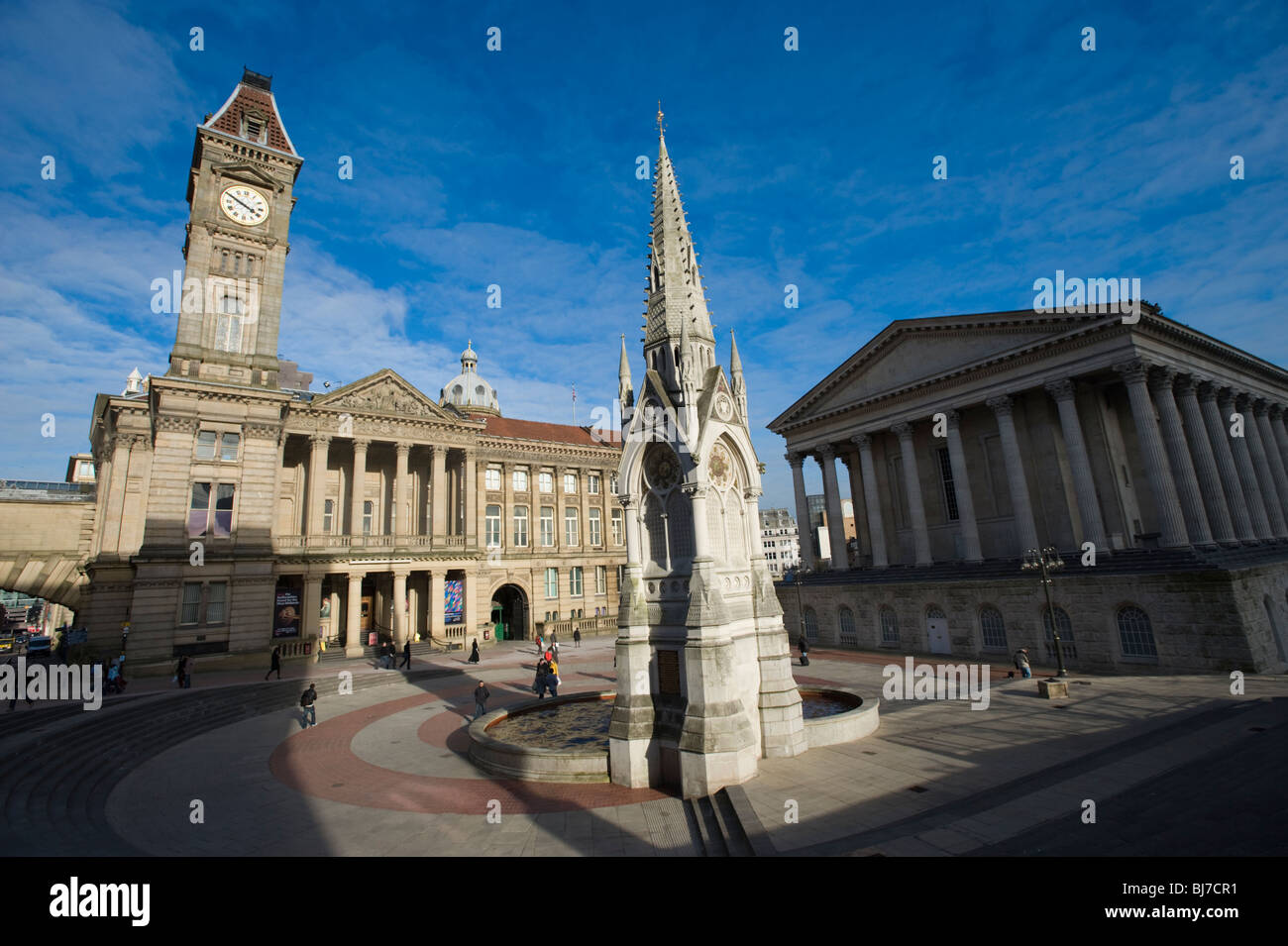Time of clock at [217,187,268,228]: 3:49
